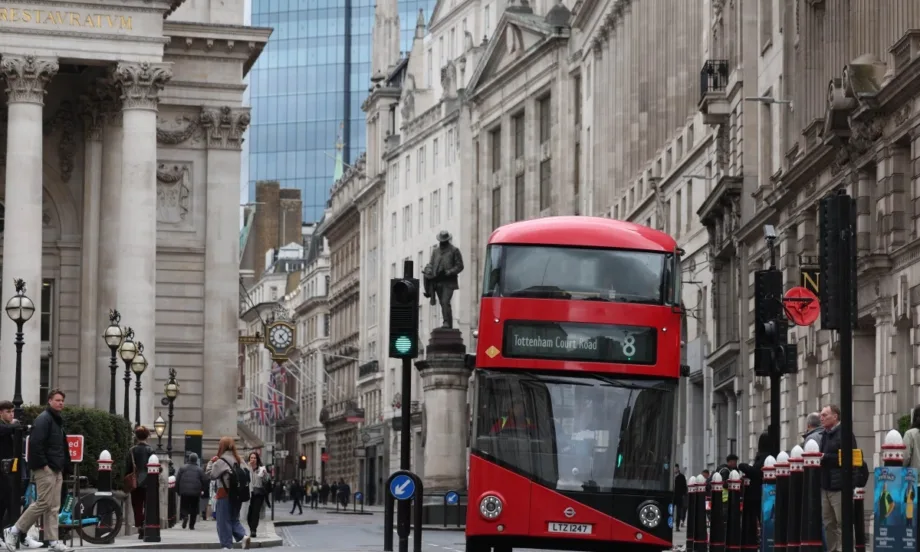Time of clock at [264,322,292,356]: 1:23
